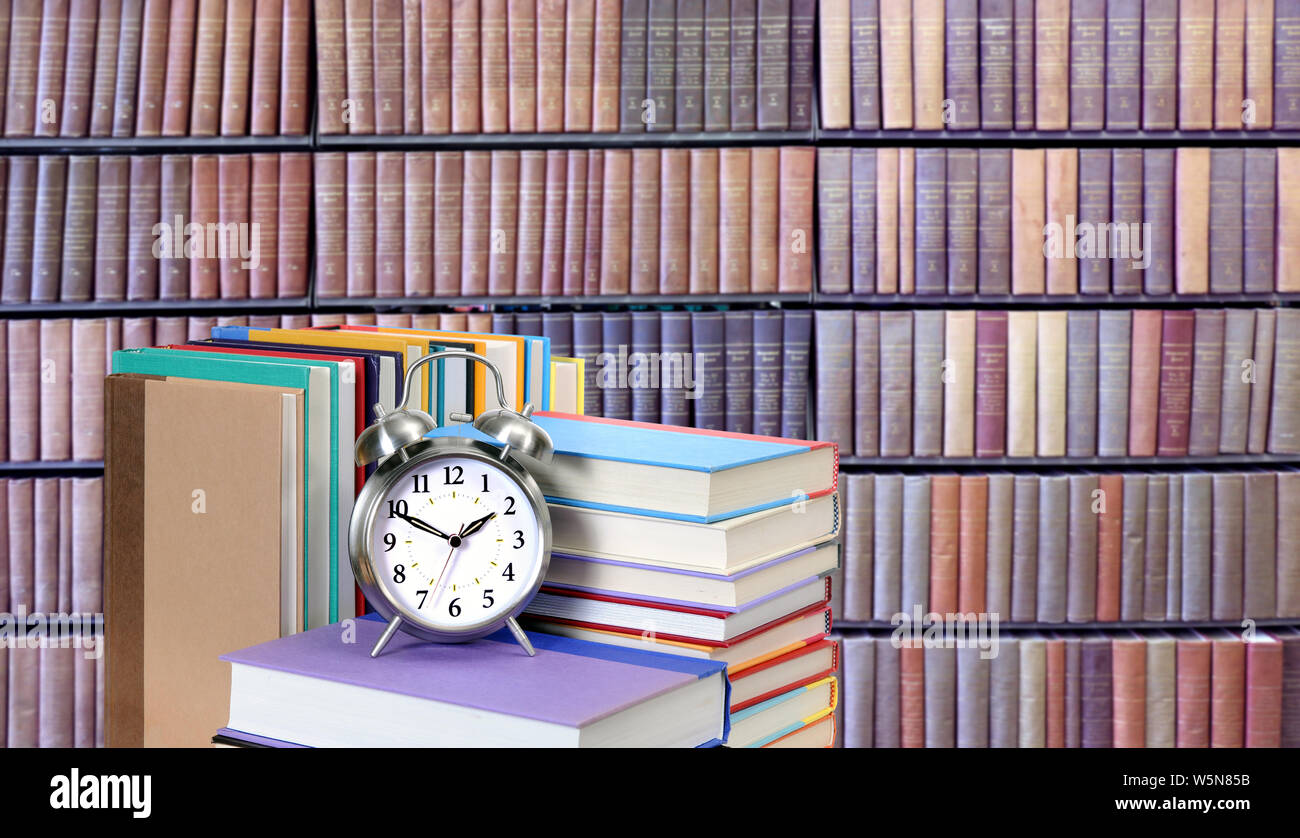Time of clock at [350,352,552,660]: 1:50
